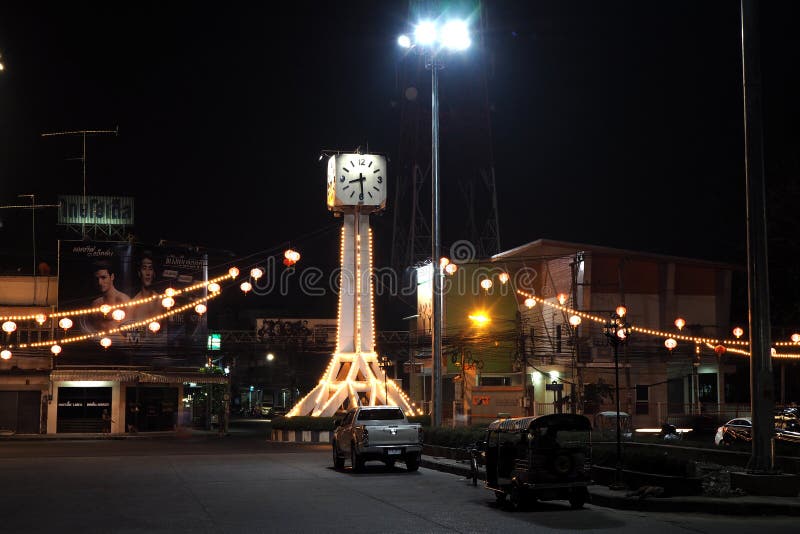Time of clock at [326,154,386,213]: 8:29
